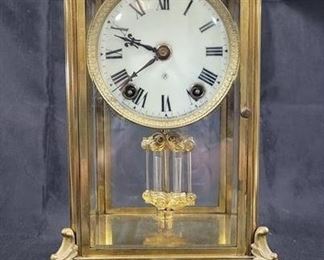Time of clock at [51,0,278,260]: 9:38
